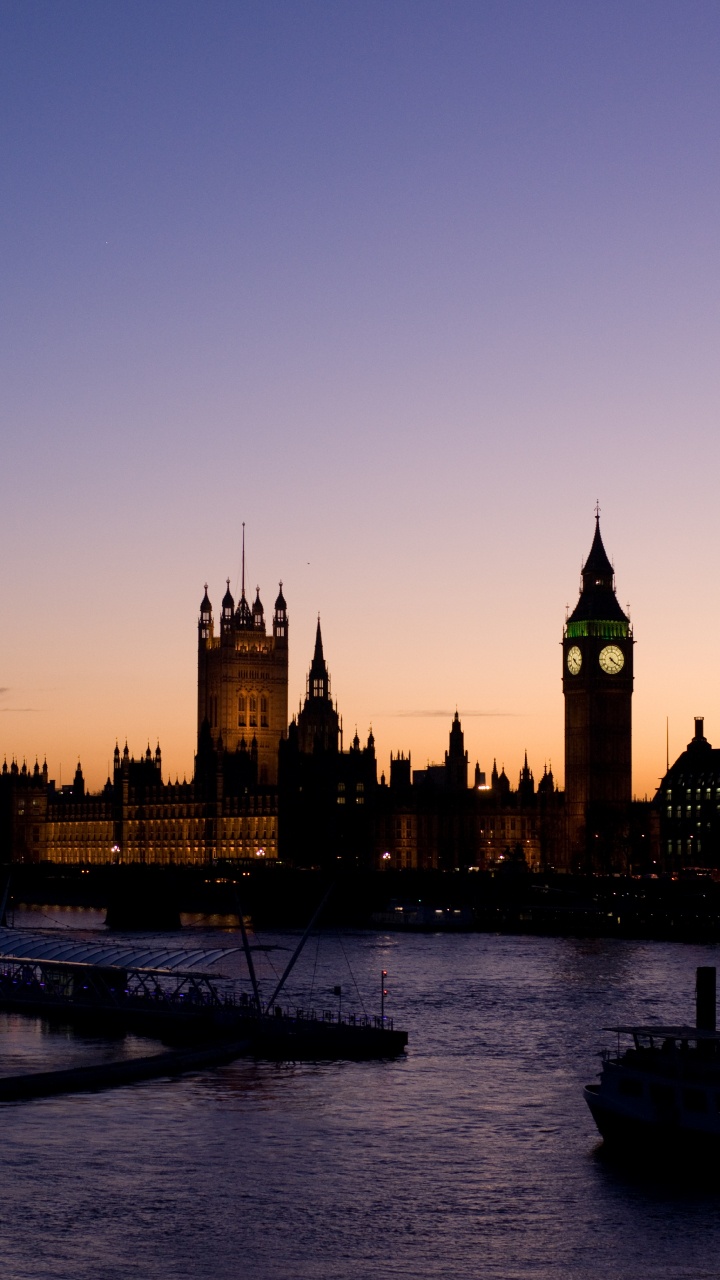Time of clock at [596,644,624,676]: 4:20
